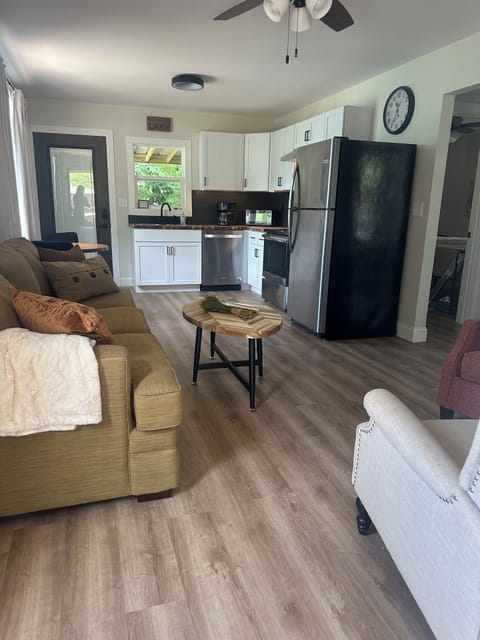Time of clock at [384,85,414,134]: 11:35
